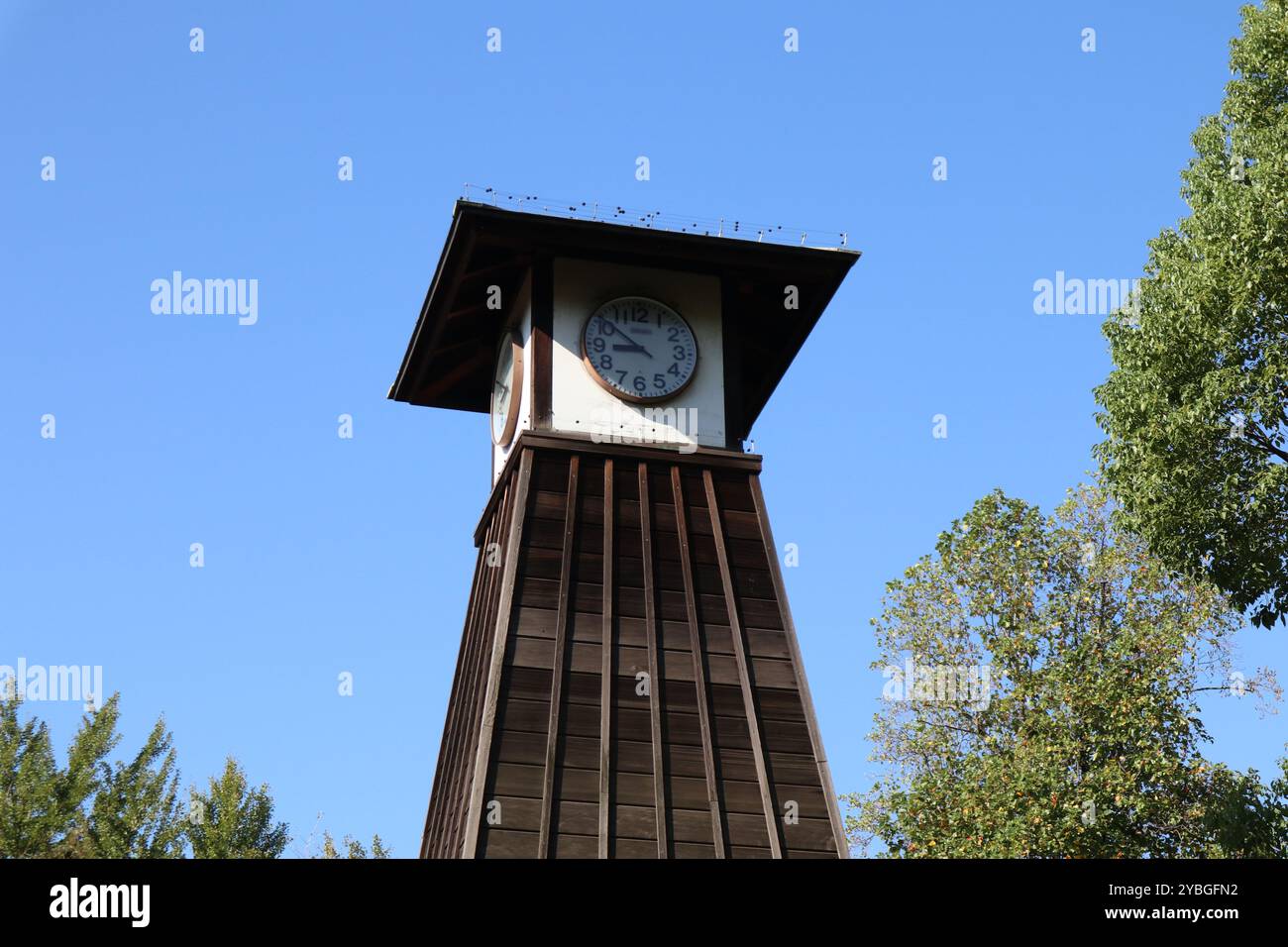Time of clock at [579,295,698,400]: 8:51
